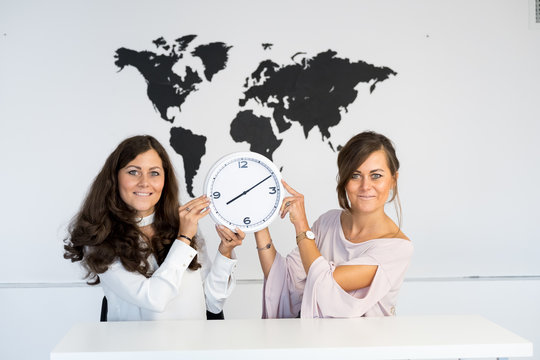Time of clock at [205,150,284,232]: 8:10
